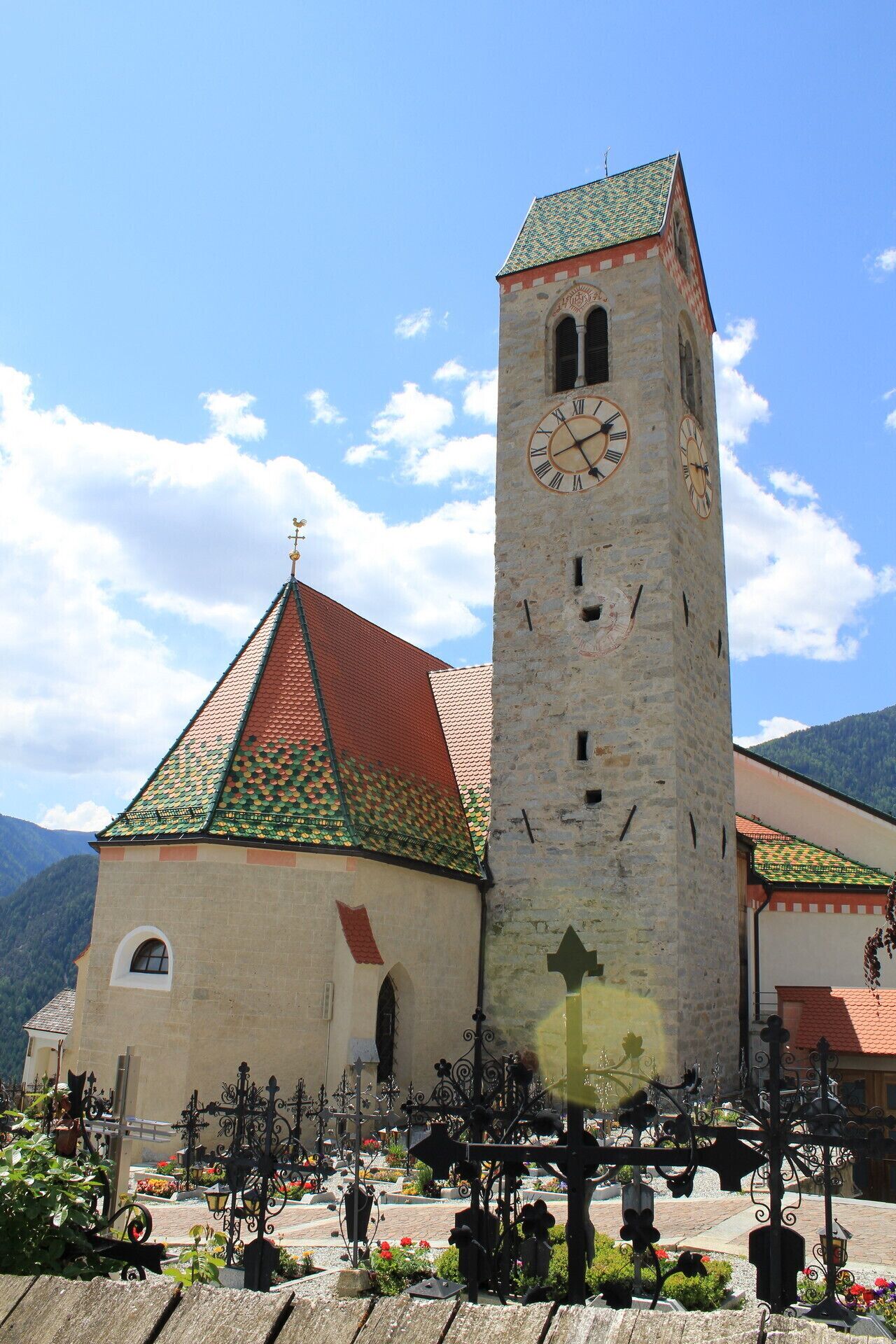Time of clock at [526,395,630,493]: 2:25
